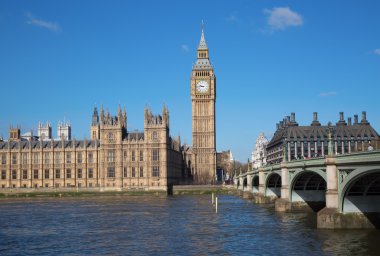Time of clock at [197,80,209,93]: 9:44
